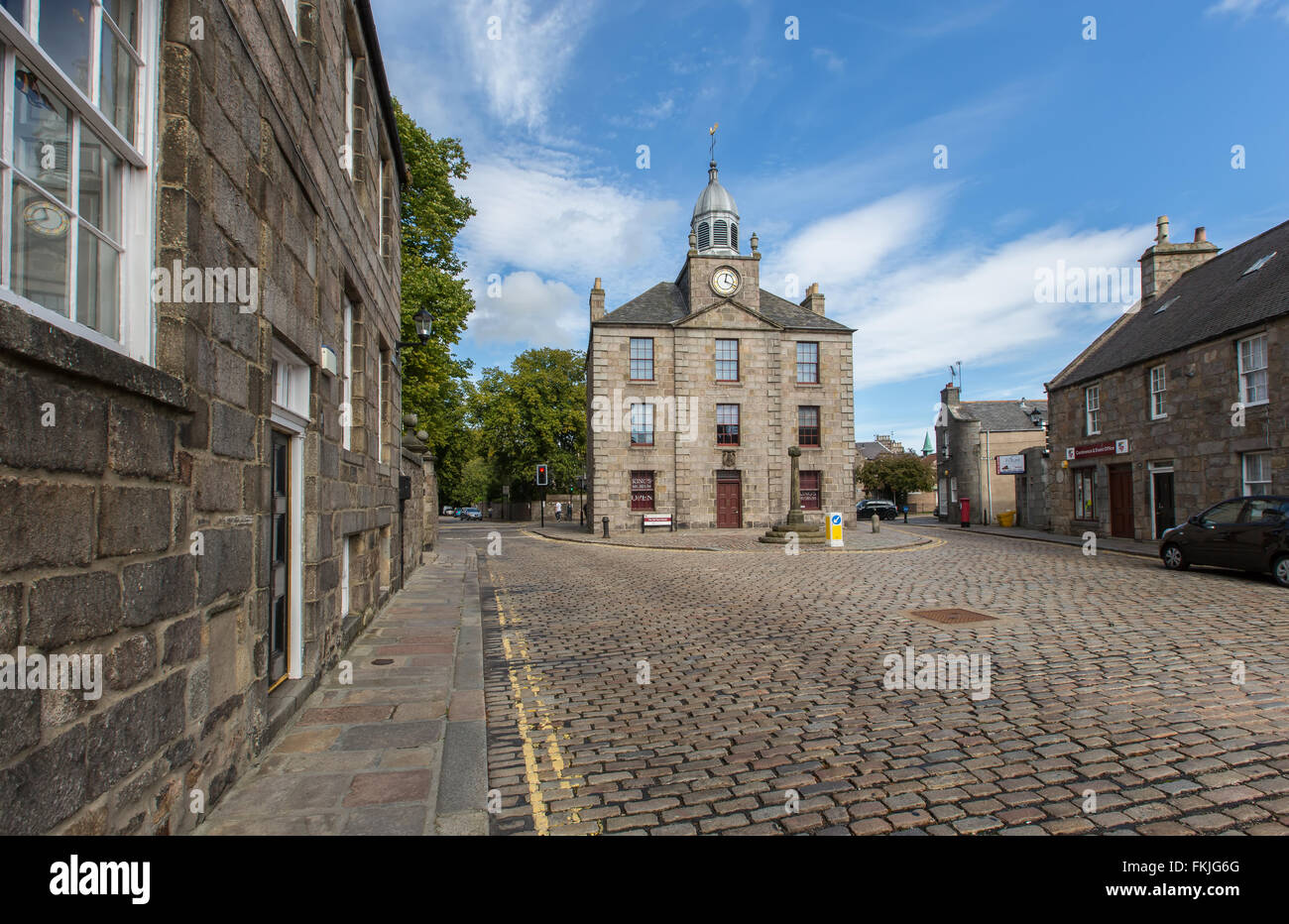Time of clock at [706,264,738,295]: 12:18
